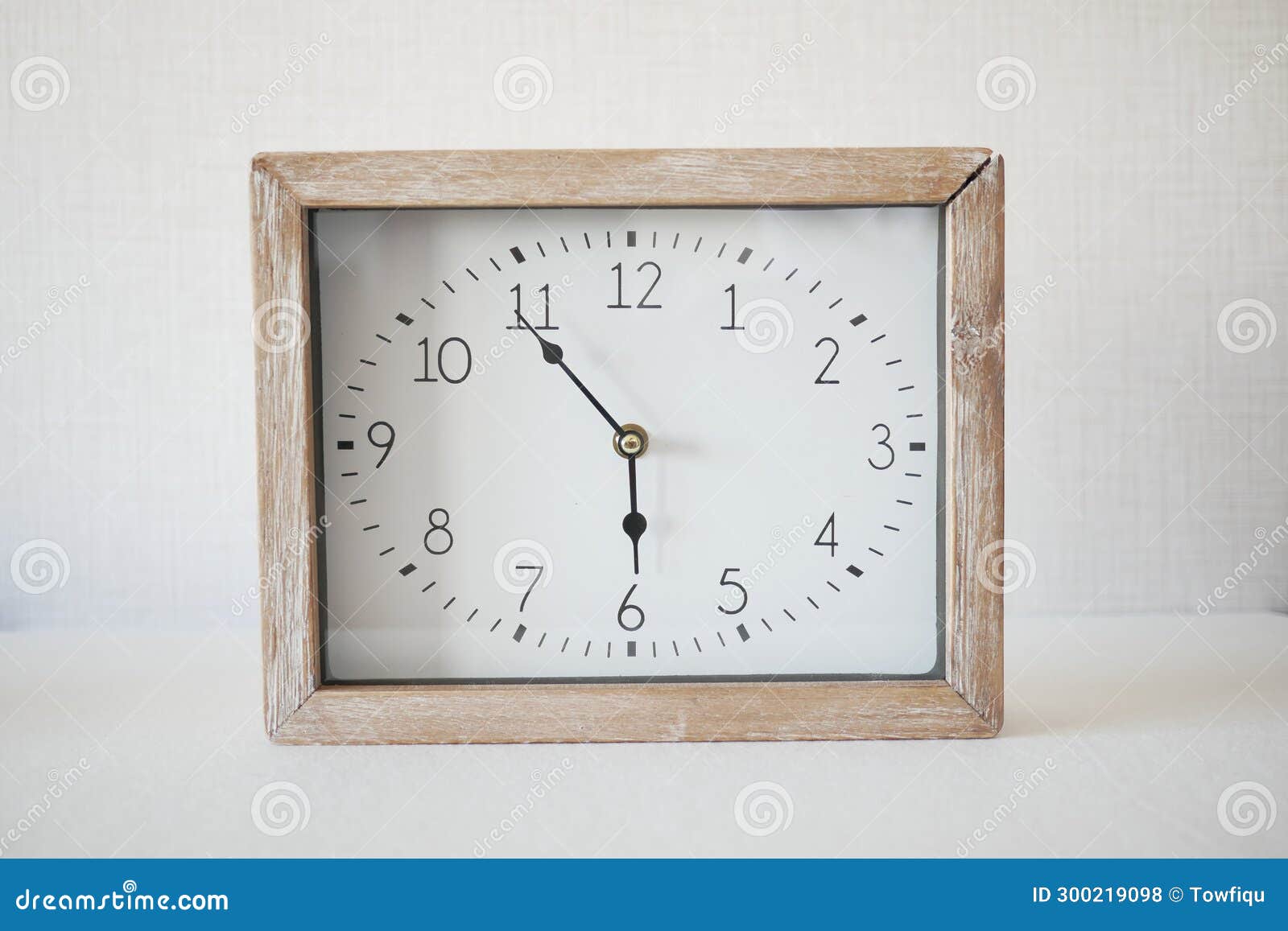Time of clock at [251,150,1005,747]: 5:54
